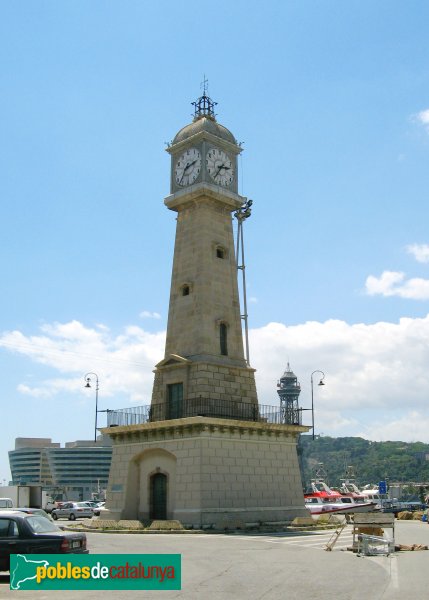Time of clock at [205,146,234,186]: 2:36
